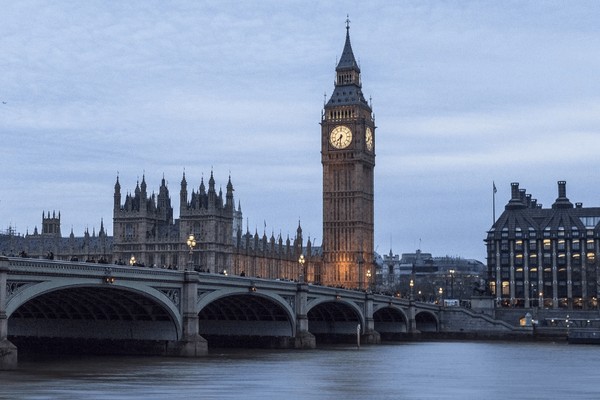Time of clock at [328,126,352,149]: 7:31
